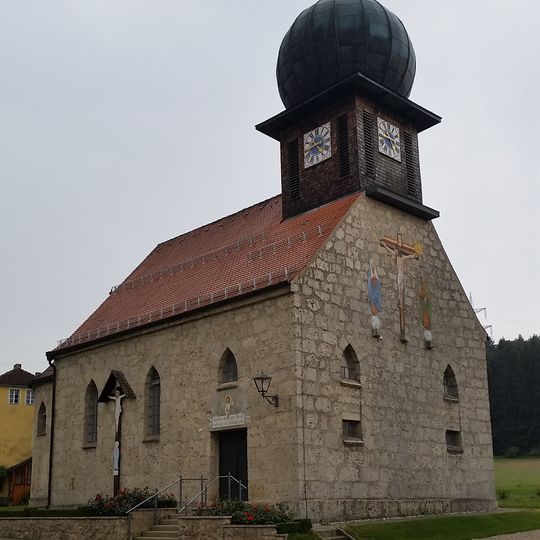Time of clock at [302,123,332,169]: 4:42
